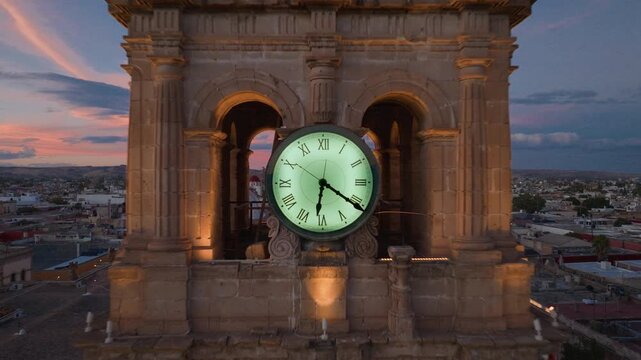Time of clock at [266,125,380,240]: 6:20
